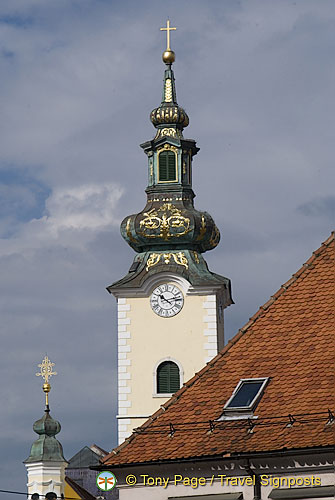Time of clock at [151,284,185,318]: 10:12
